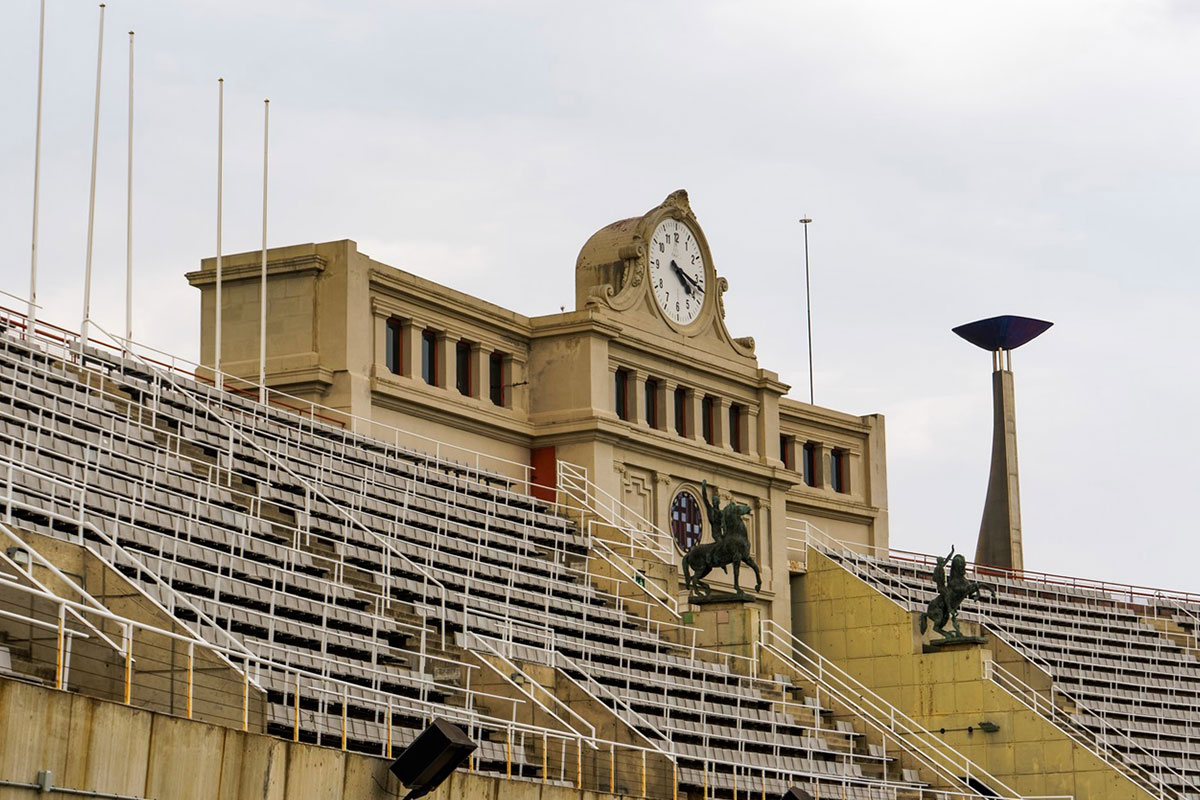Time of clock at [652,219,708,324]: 4:17
